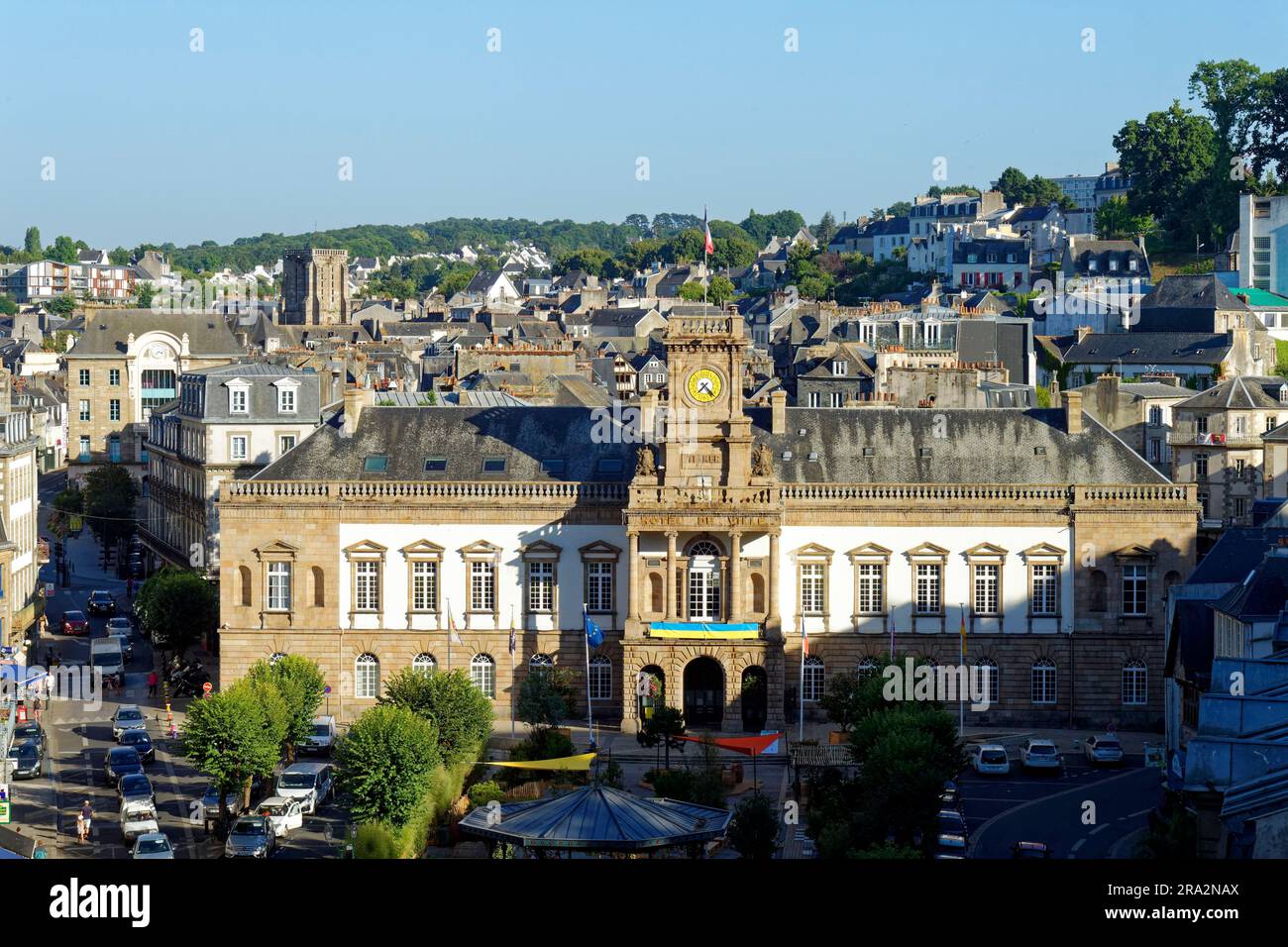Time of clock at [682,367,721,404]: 7:22
